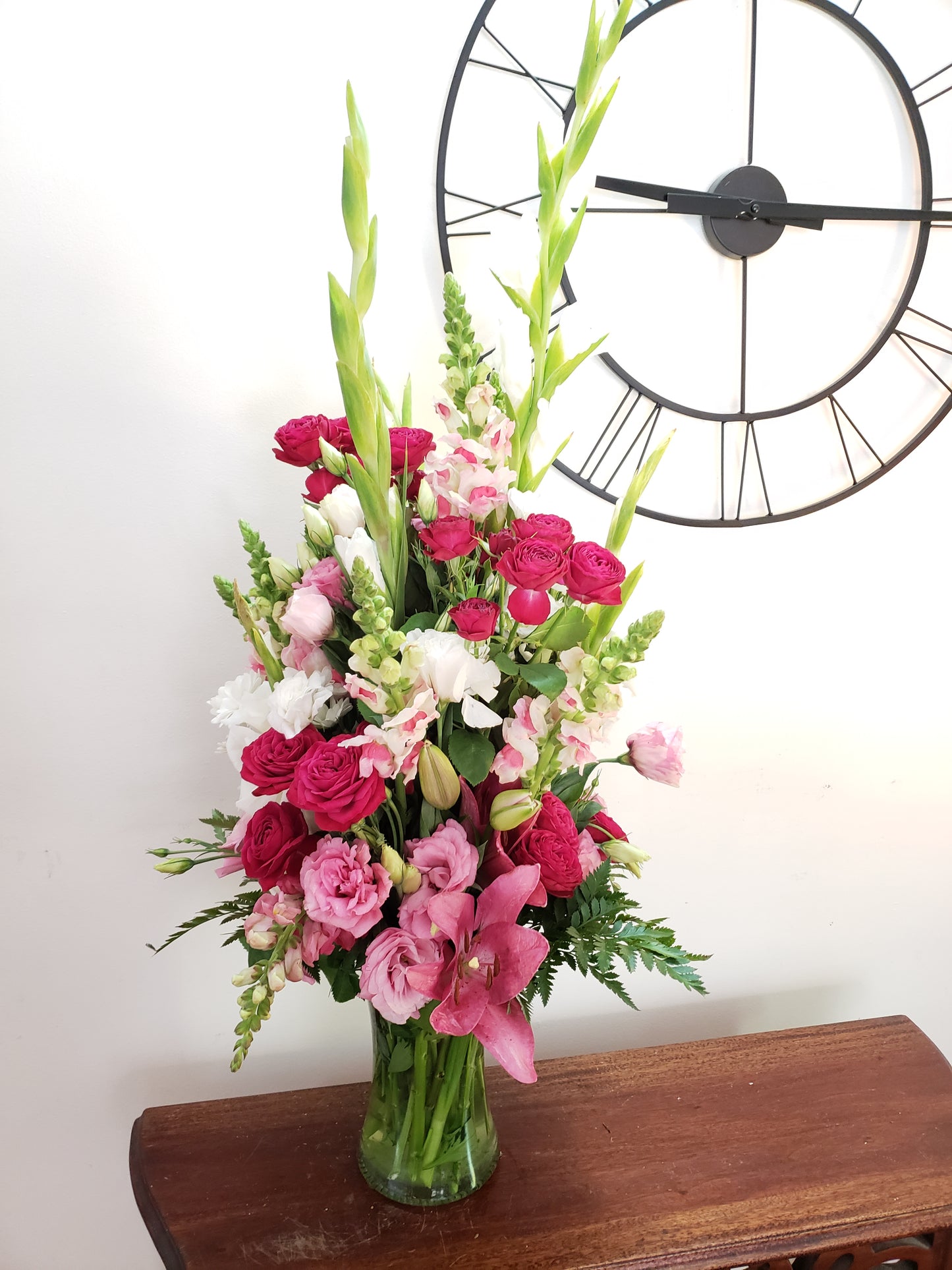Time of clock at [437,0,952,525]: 9:15
